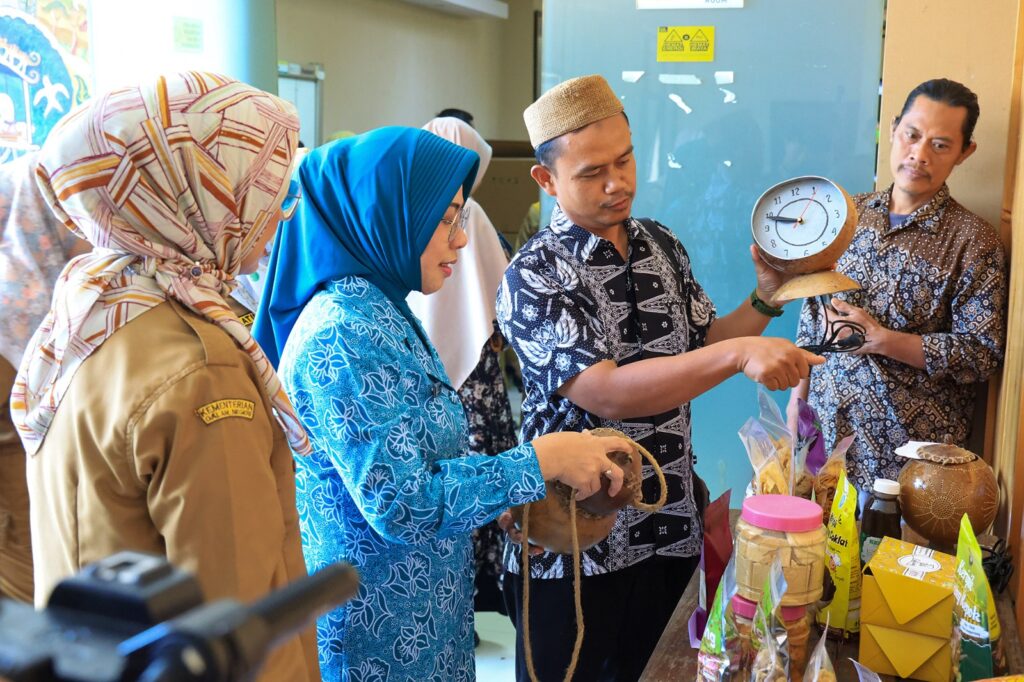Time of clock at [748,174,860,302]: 9:48
